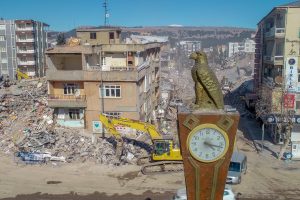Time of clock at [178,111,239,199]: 4:17
